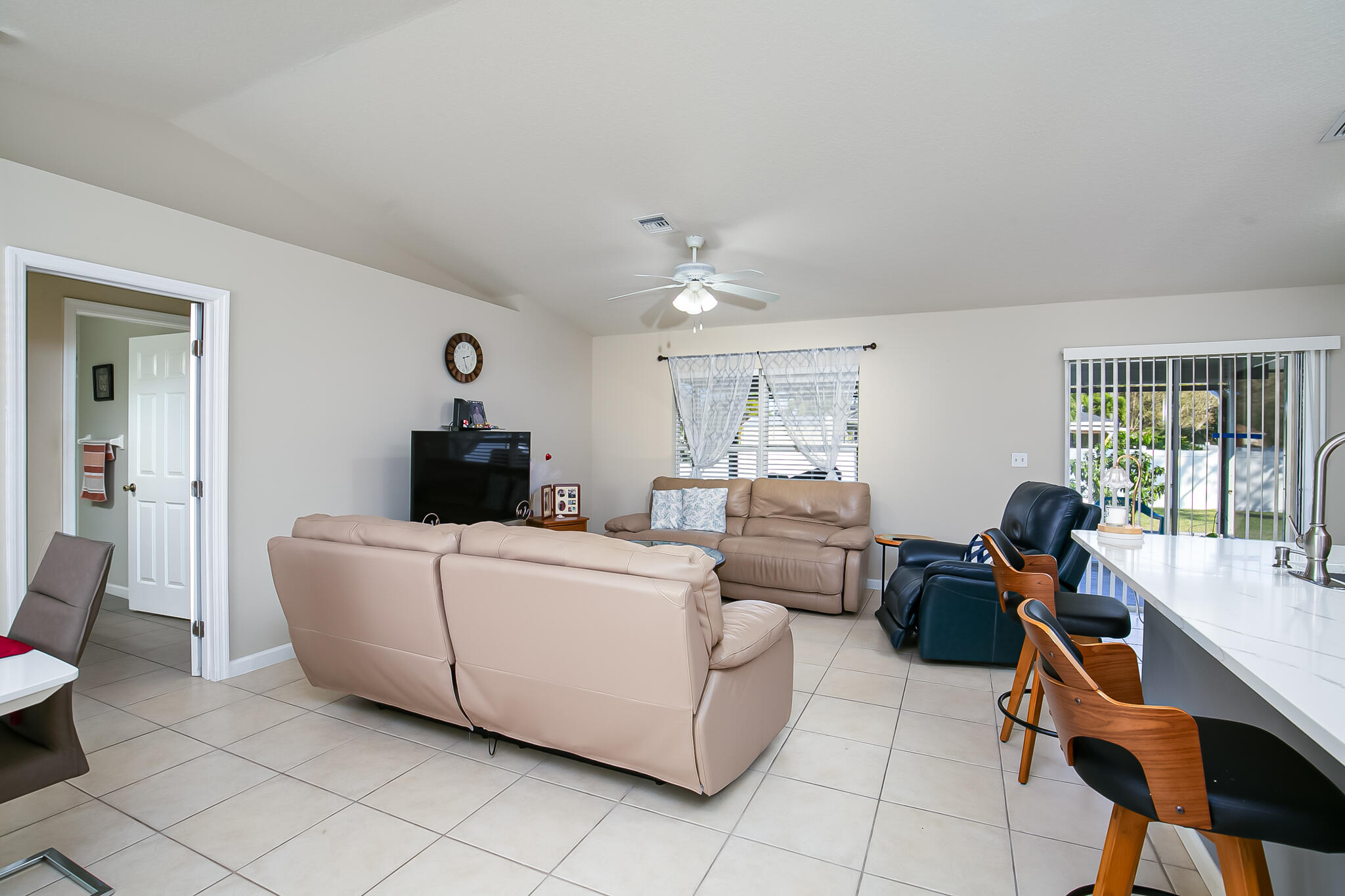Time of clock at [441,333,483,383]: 2:27
